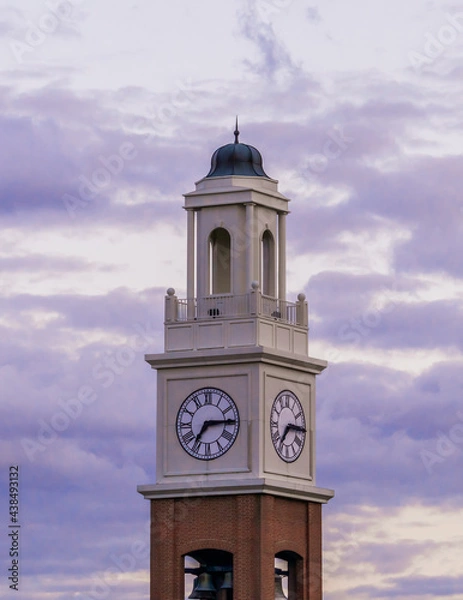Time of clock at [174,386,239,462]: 7:14
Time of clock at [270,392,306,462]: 7:15
